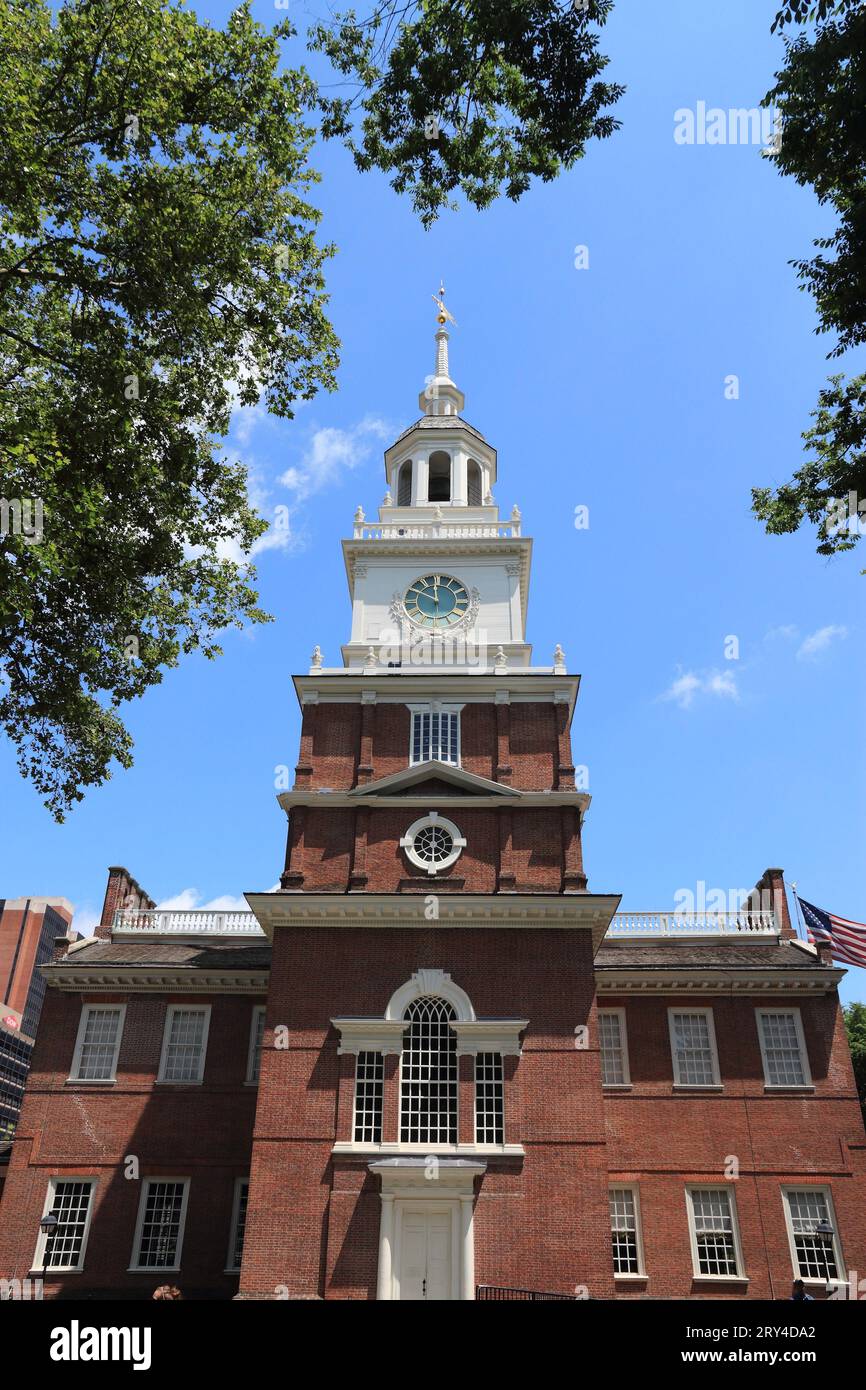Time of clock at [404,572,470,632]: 11:50
